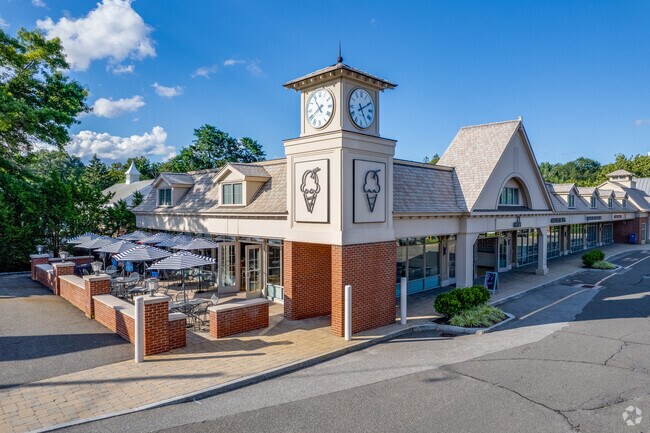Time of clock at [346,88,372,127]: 5:10
